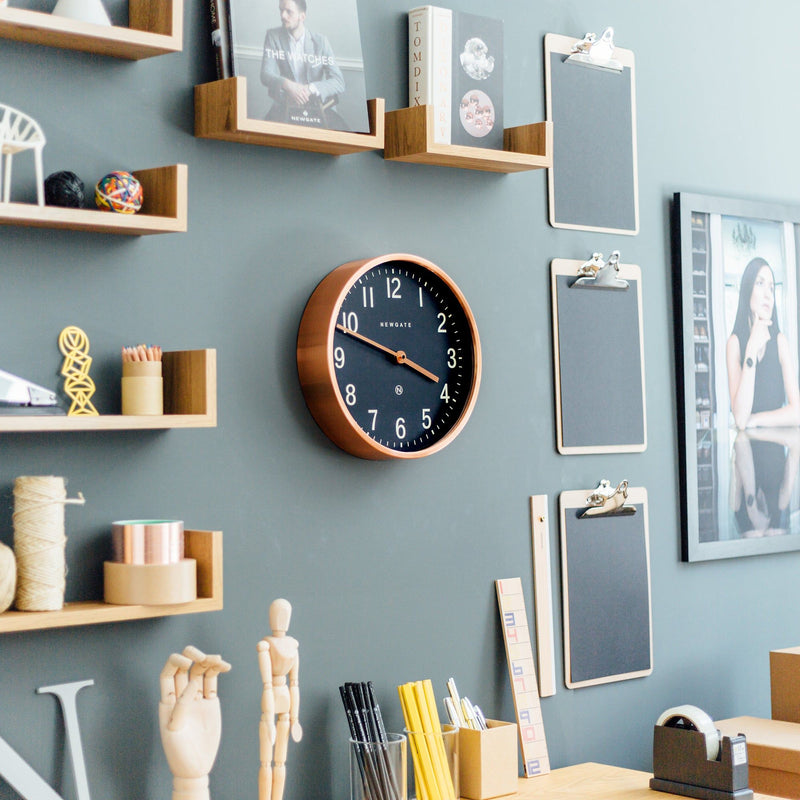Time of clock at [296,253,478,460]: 3:48
